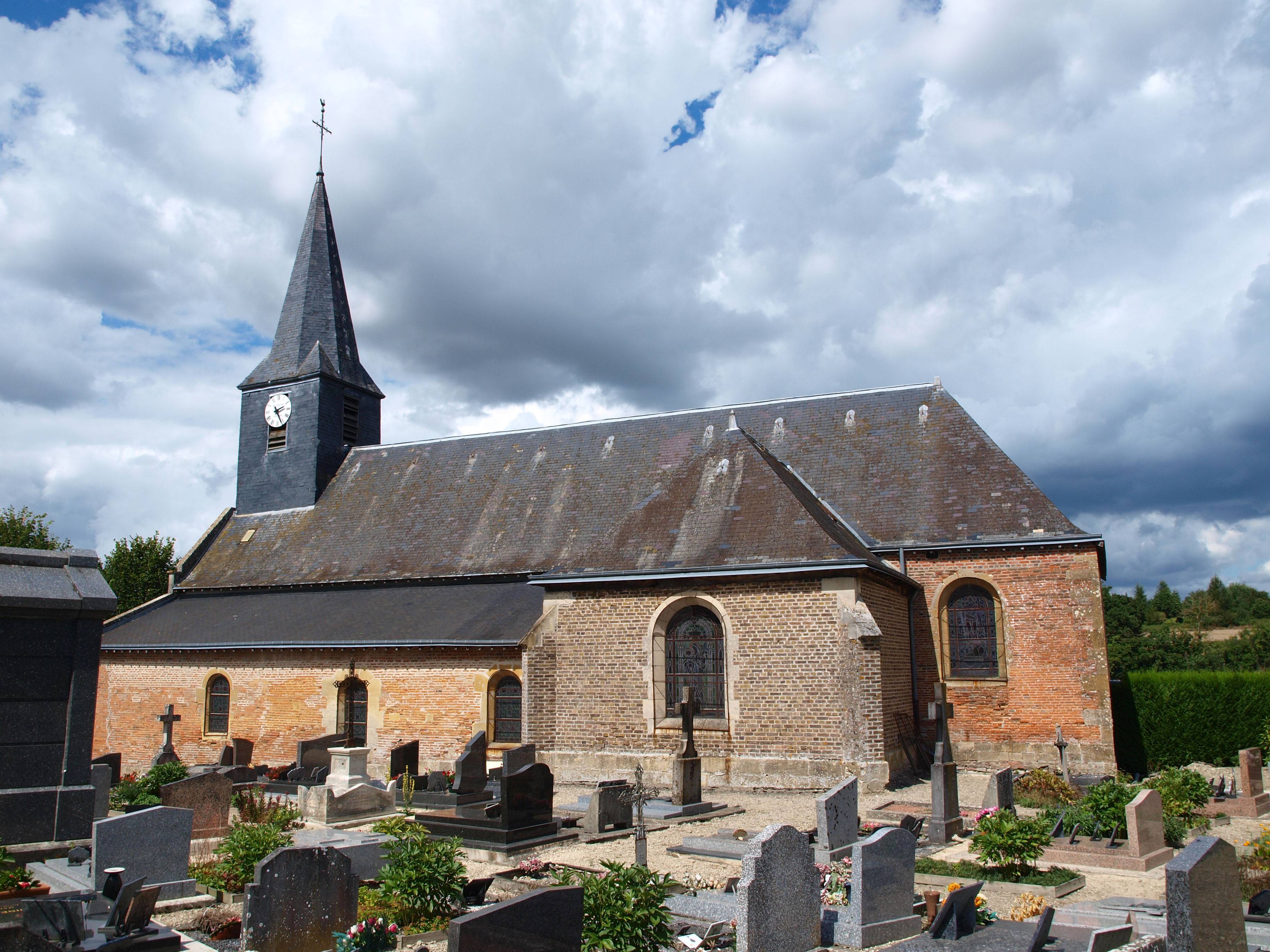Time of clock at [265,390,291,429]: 2:25
